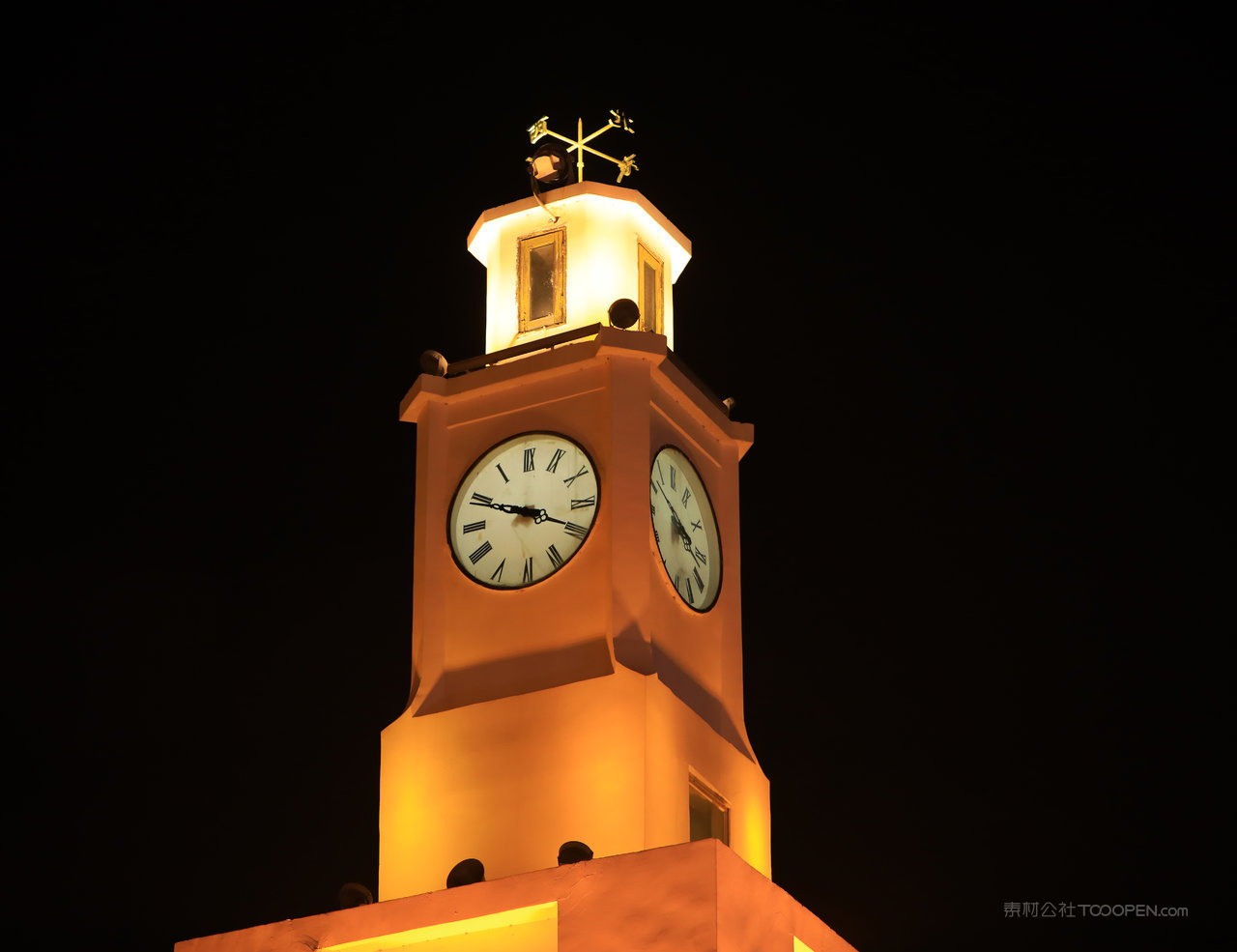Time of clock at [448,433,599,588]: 3:48
